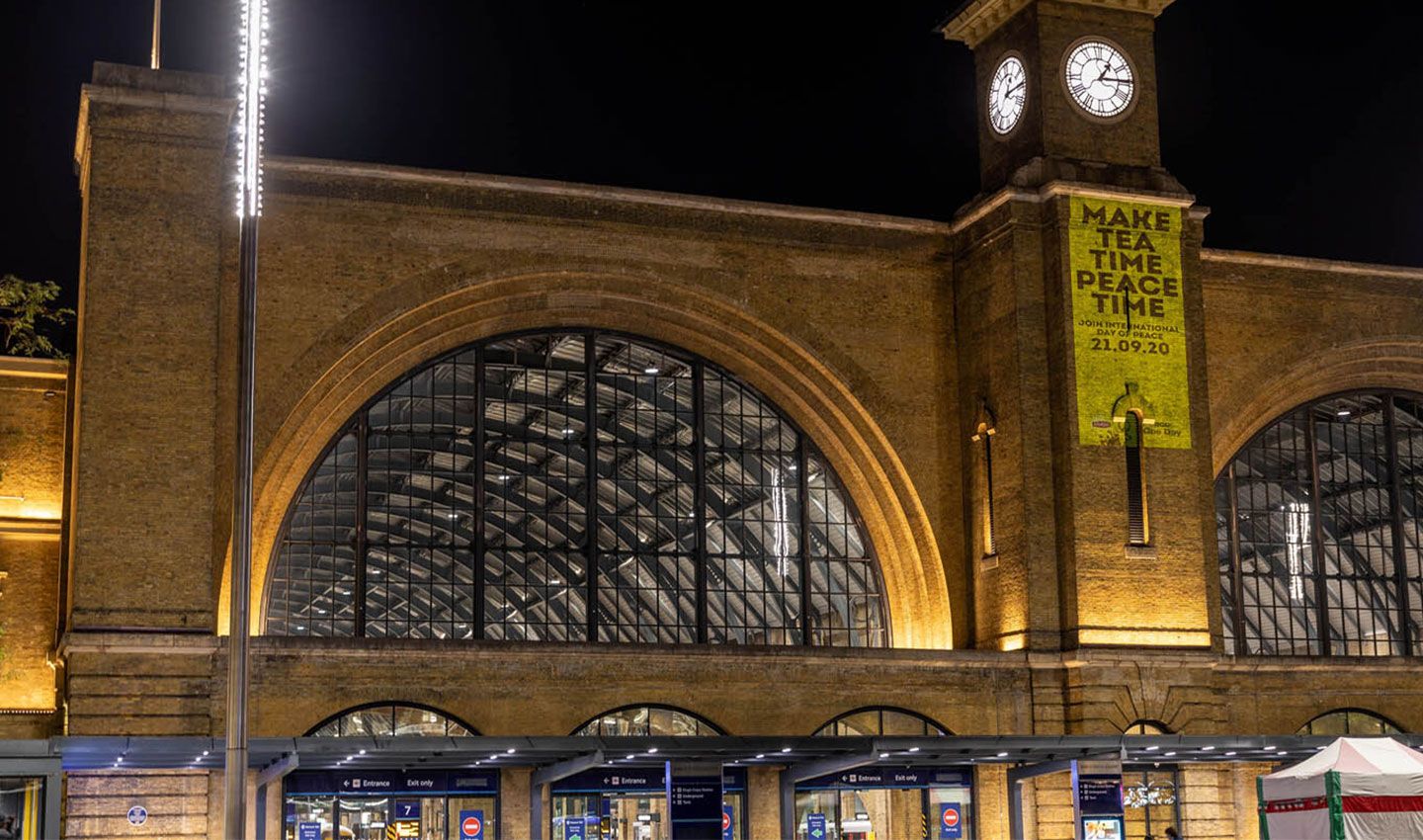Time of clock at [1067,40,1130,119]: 1:14
